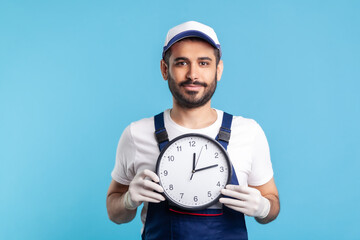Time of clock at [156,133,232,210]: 12:13
